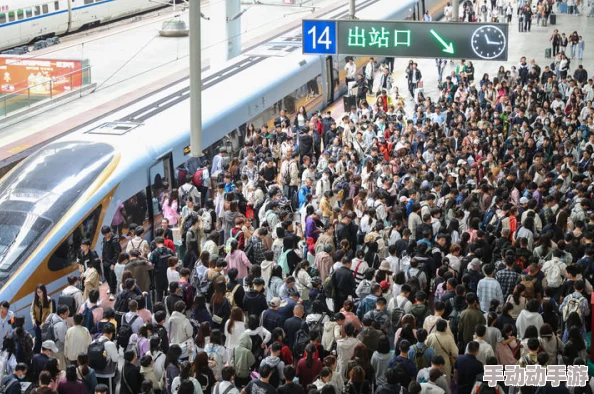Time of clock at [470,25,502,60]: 11:16
